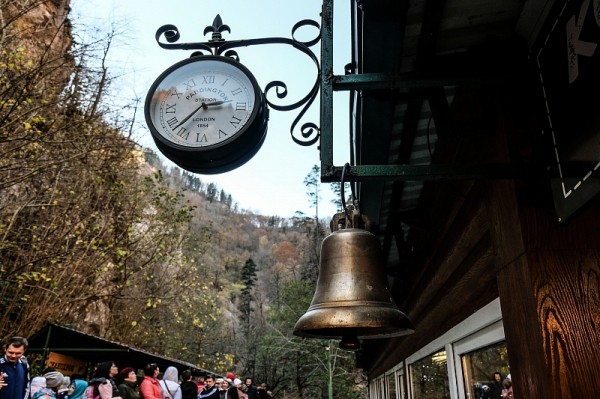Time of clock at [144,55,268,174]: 2:37
